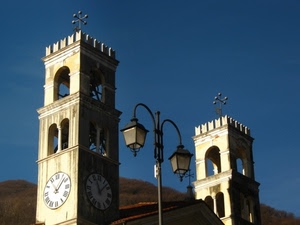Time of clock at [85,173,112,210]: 11:07
